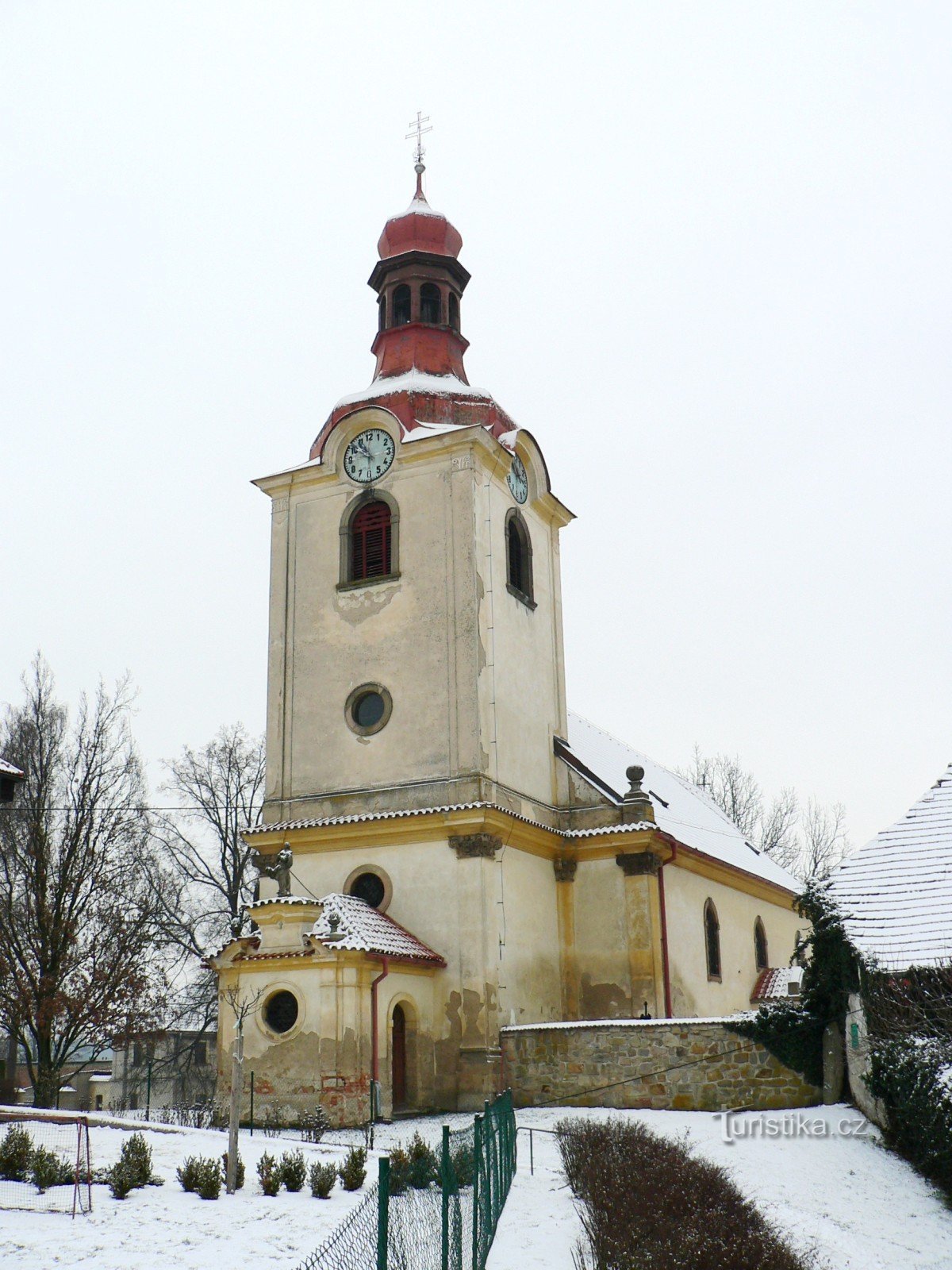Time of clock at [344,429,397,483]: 10:50
